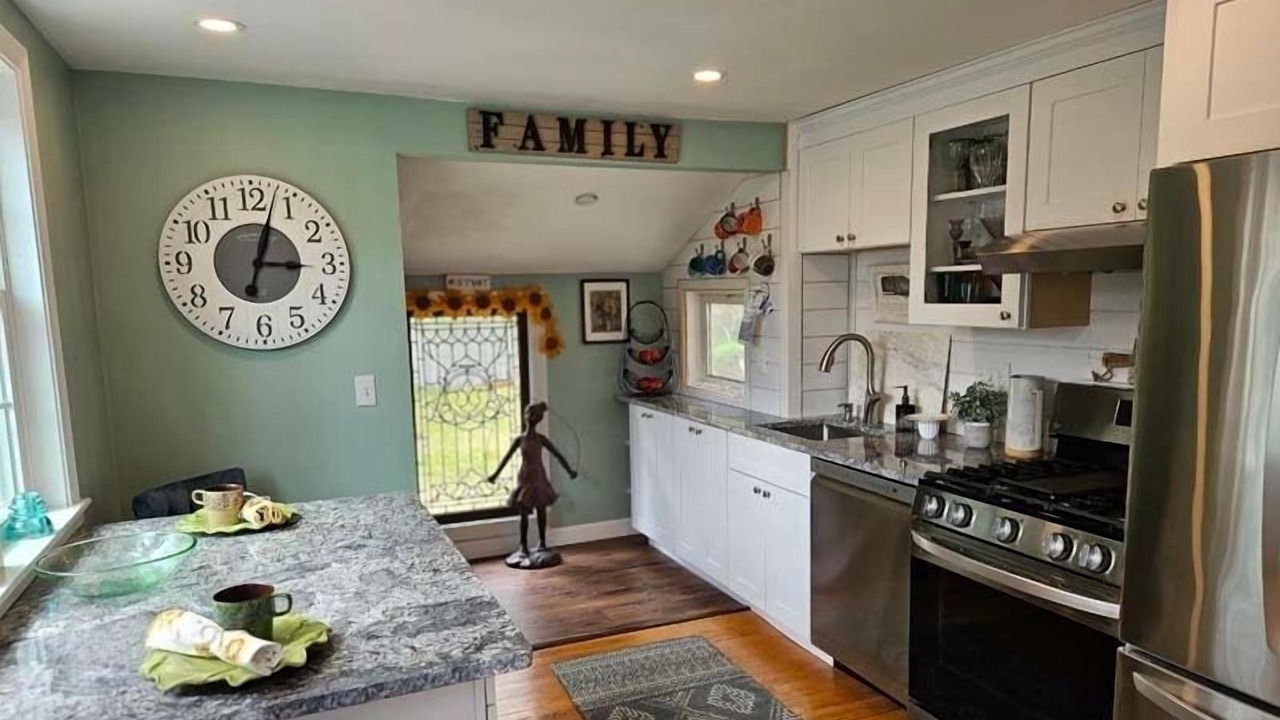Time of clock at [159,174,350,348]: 3:02
